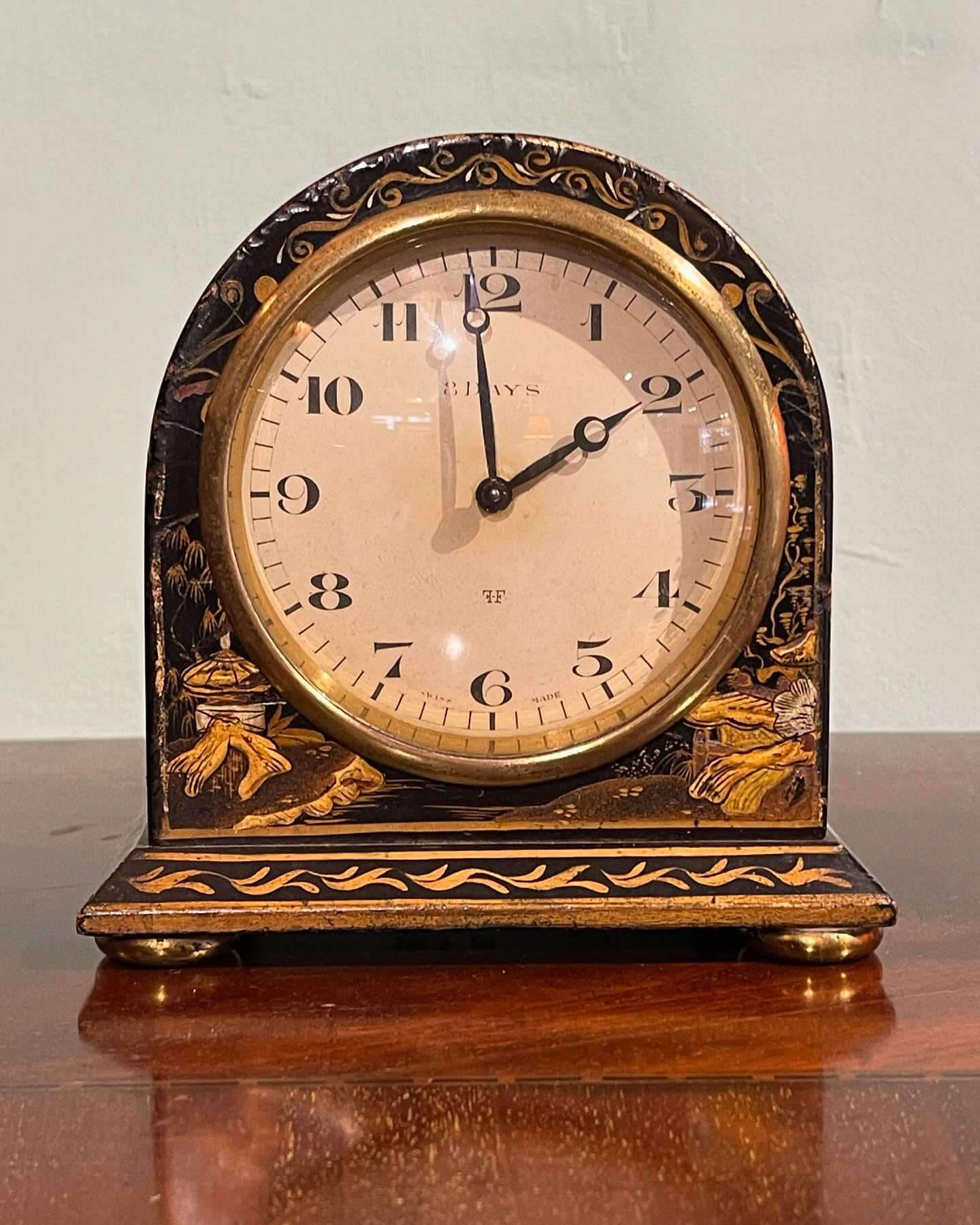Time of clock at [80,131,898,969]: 1:59
